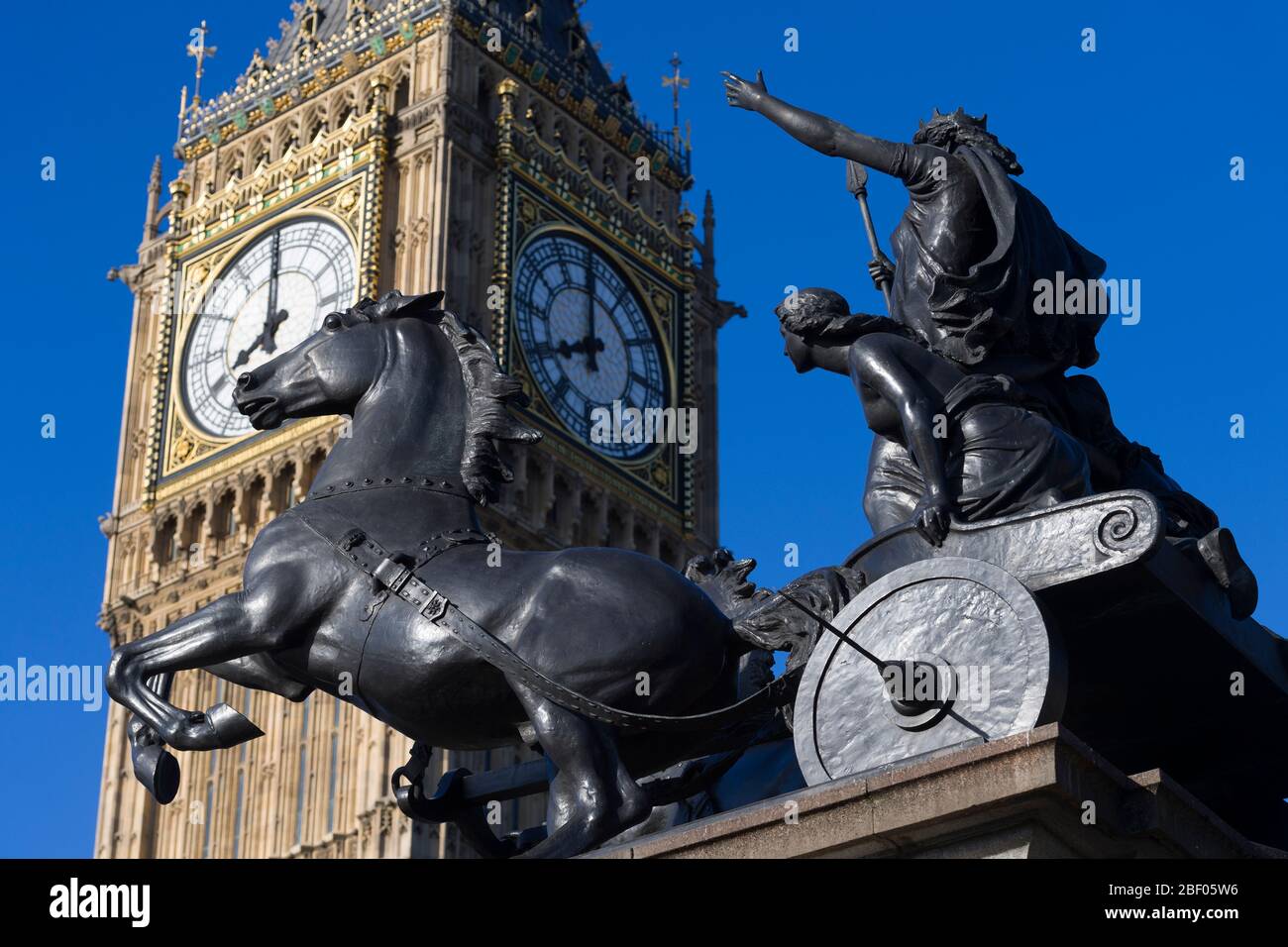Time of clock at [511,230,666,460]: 7:59
